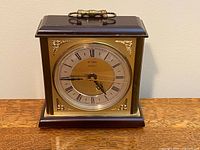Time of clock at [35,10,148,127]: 4:44
